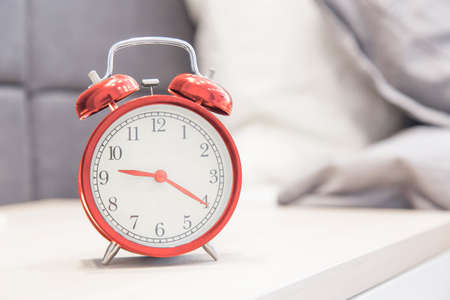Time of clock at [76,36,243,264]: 9:20
